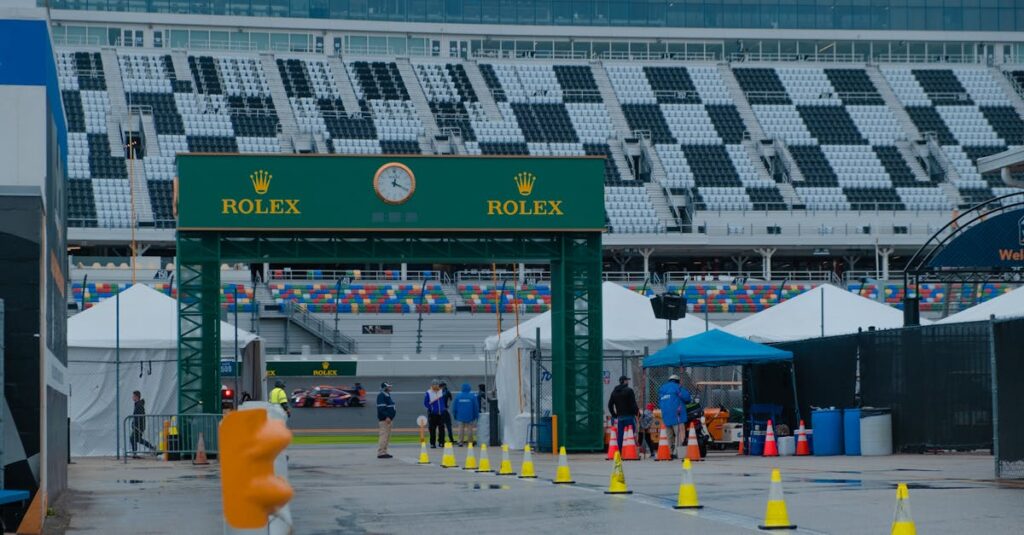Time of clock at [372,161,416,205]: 12:19
